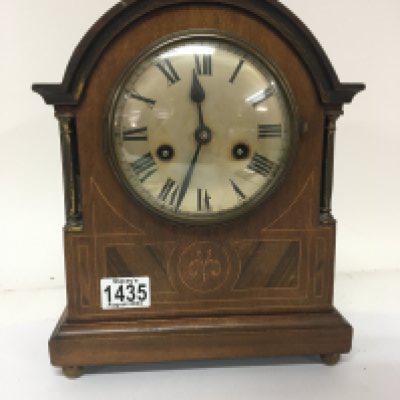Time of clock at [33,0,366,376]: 11:33
